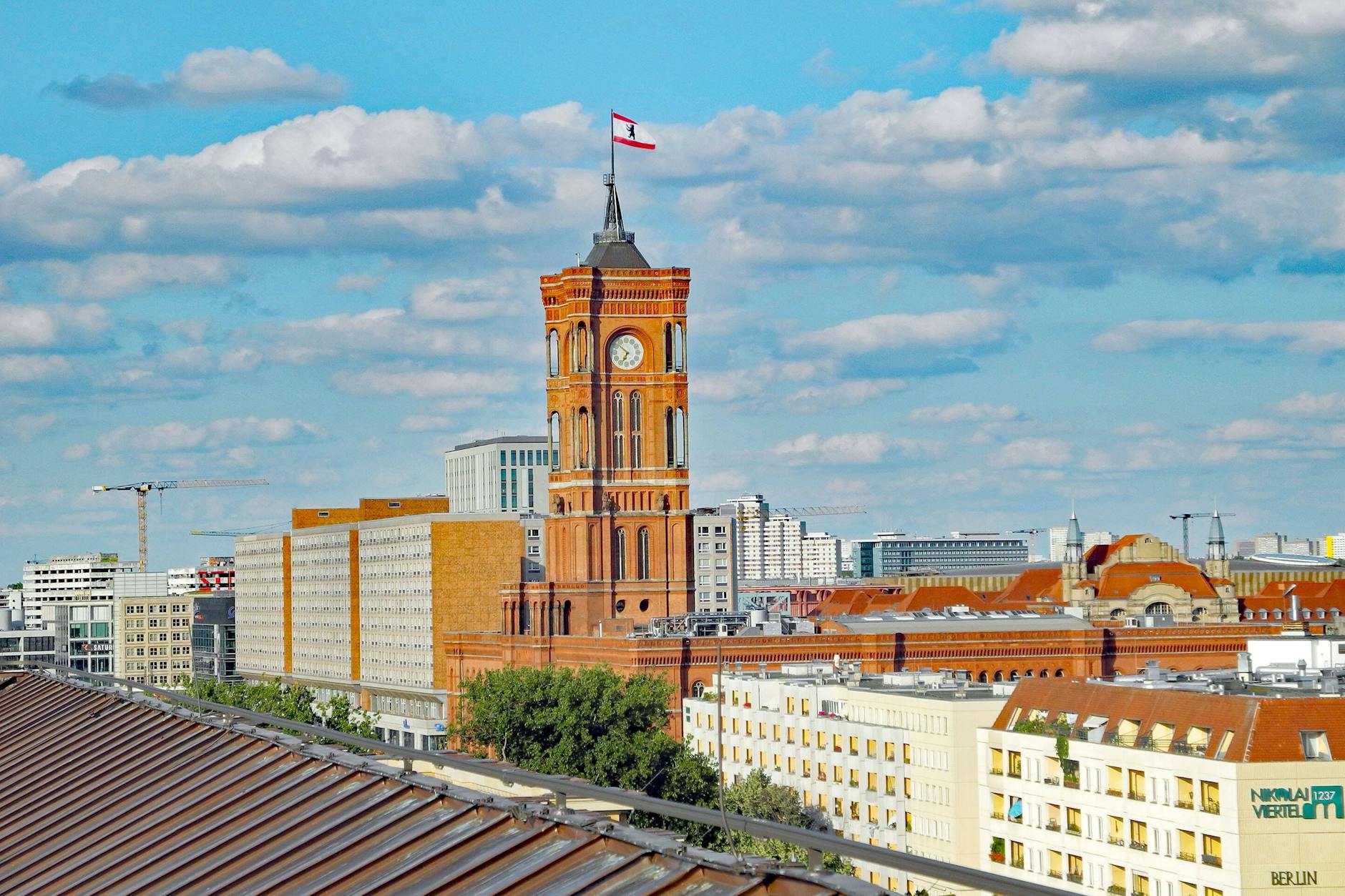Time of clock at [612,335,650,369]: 6:51
